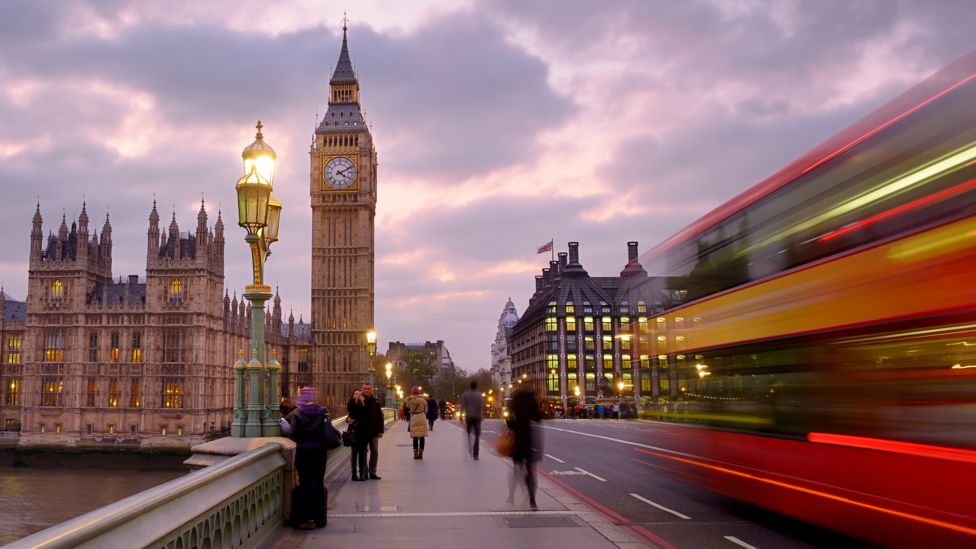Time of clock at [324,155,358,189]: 4:10
